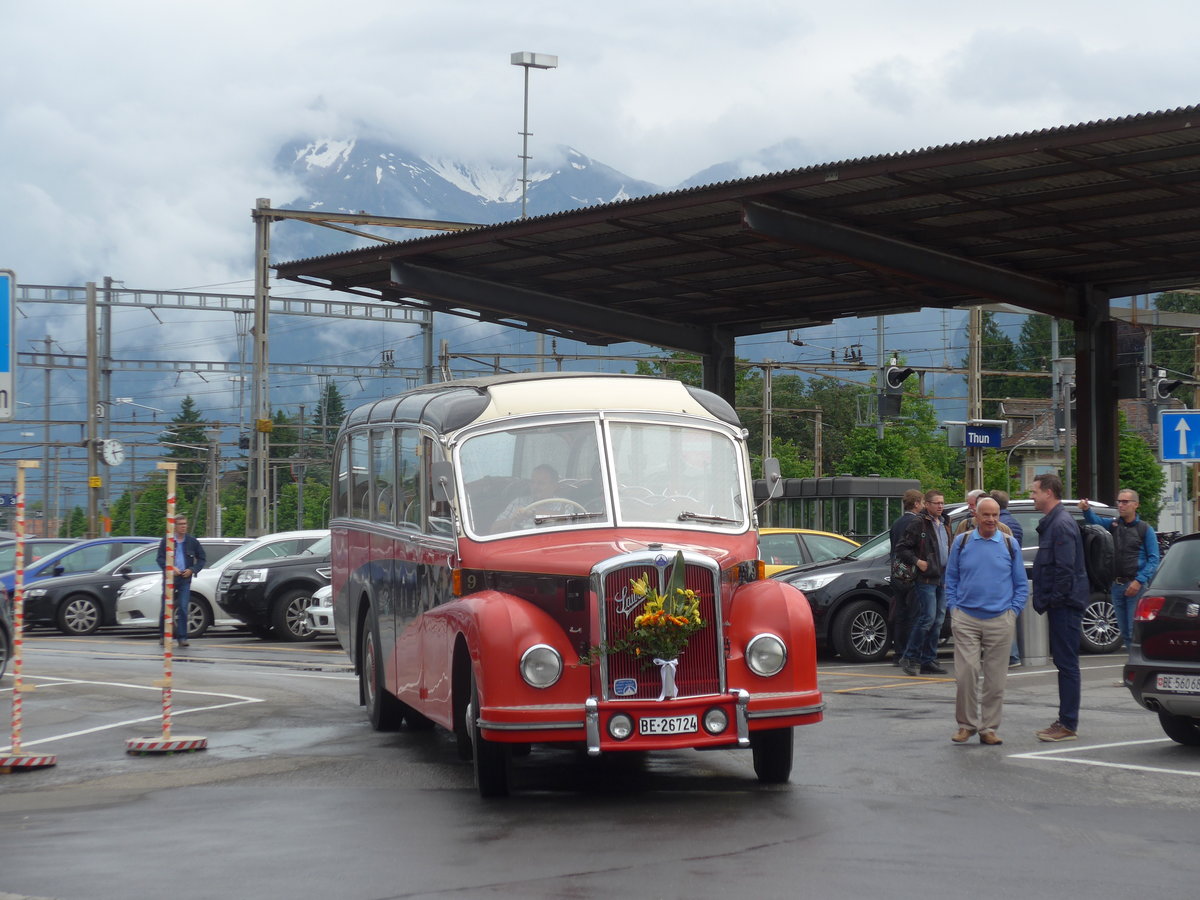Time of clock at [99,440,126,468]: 5:12
